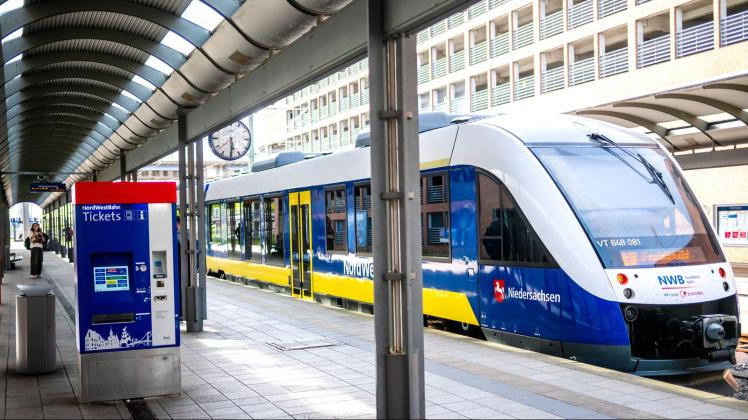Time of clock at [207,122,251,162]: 5:30
